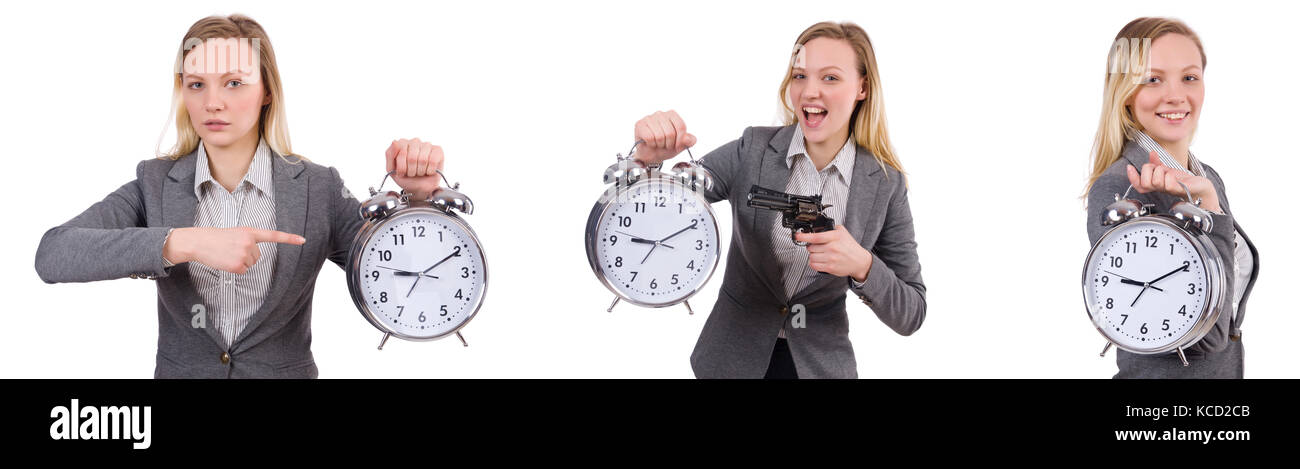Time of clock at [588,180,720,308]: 9:10
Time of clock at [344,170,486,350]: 9:10
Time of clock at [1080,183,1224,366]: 9:10
